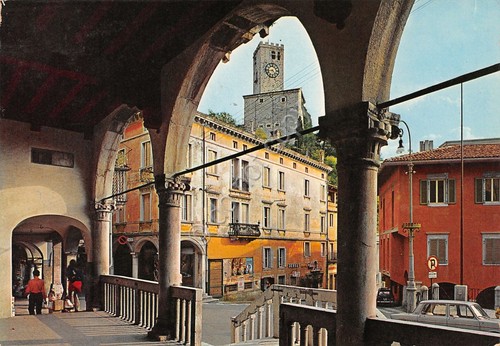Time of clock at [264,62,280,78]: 4:42
